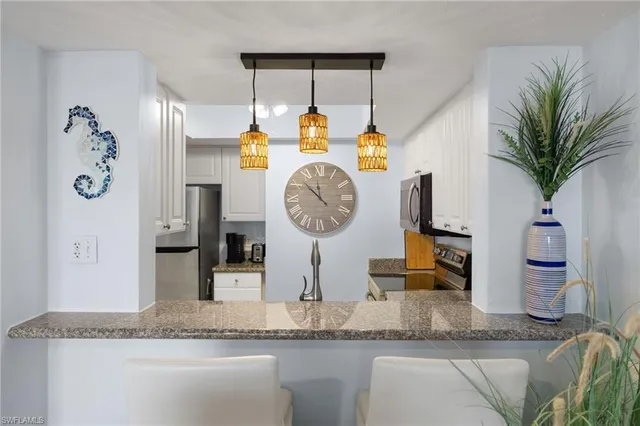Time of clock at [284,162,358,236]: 11:52
